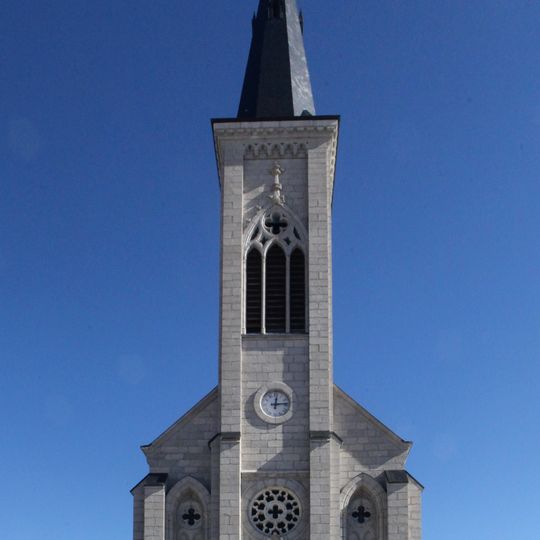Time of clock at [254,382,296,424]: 12:13
